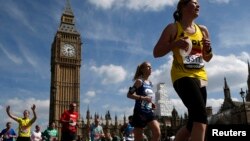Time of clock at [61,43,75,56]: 2:29
